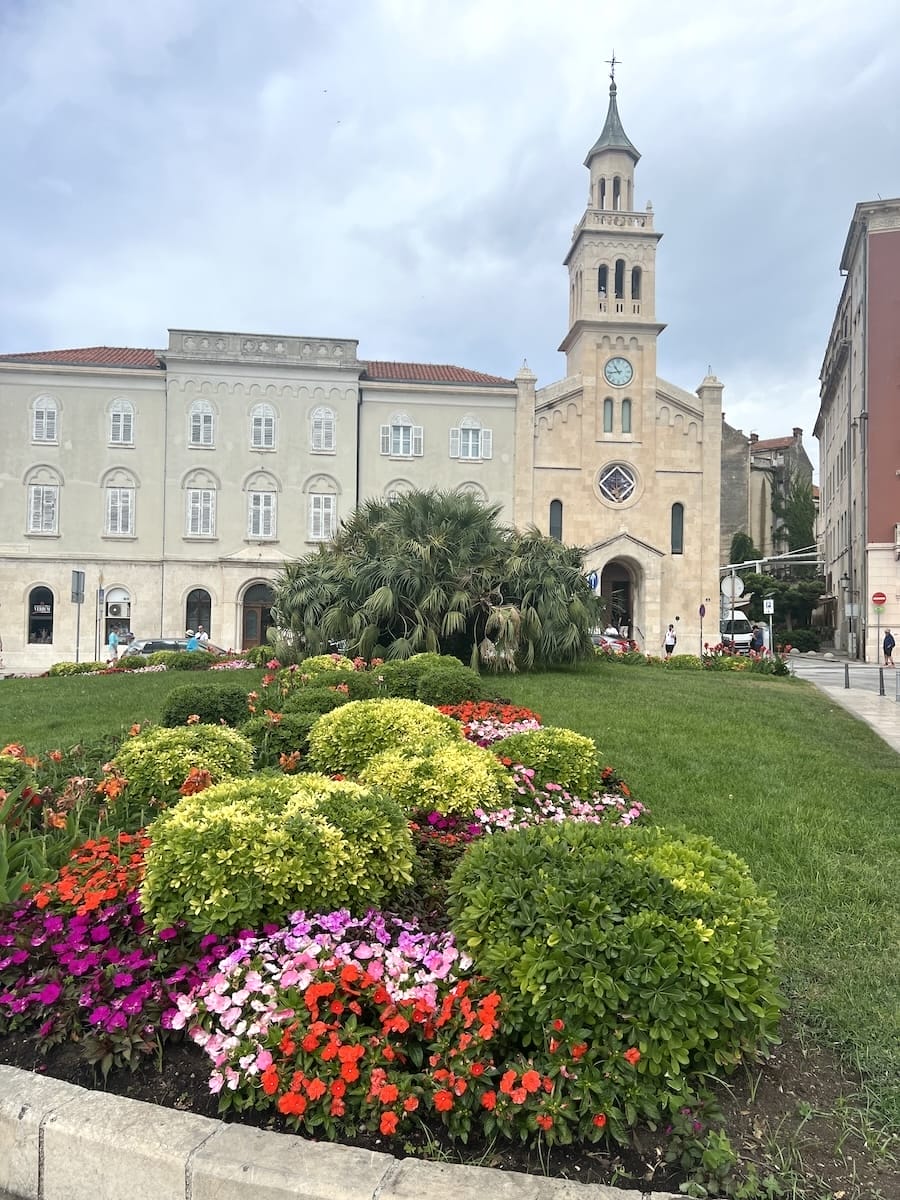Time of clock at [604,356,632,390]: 10:43
